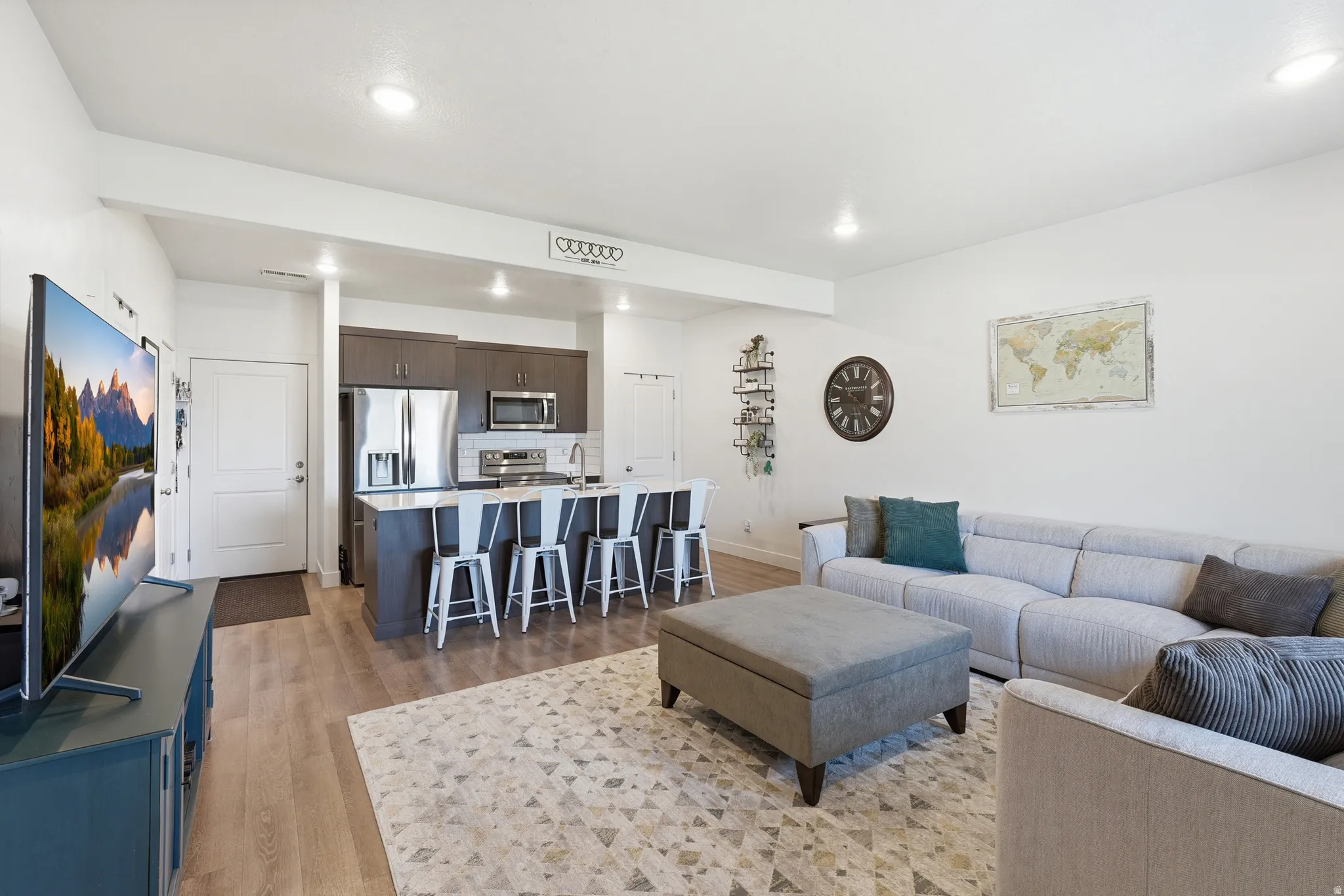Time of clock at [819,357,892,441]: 10:20
